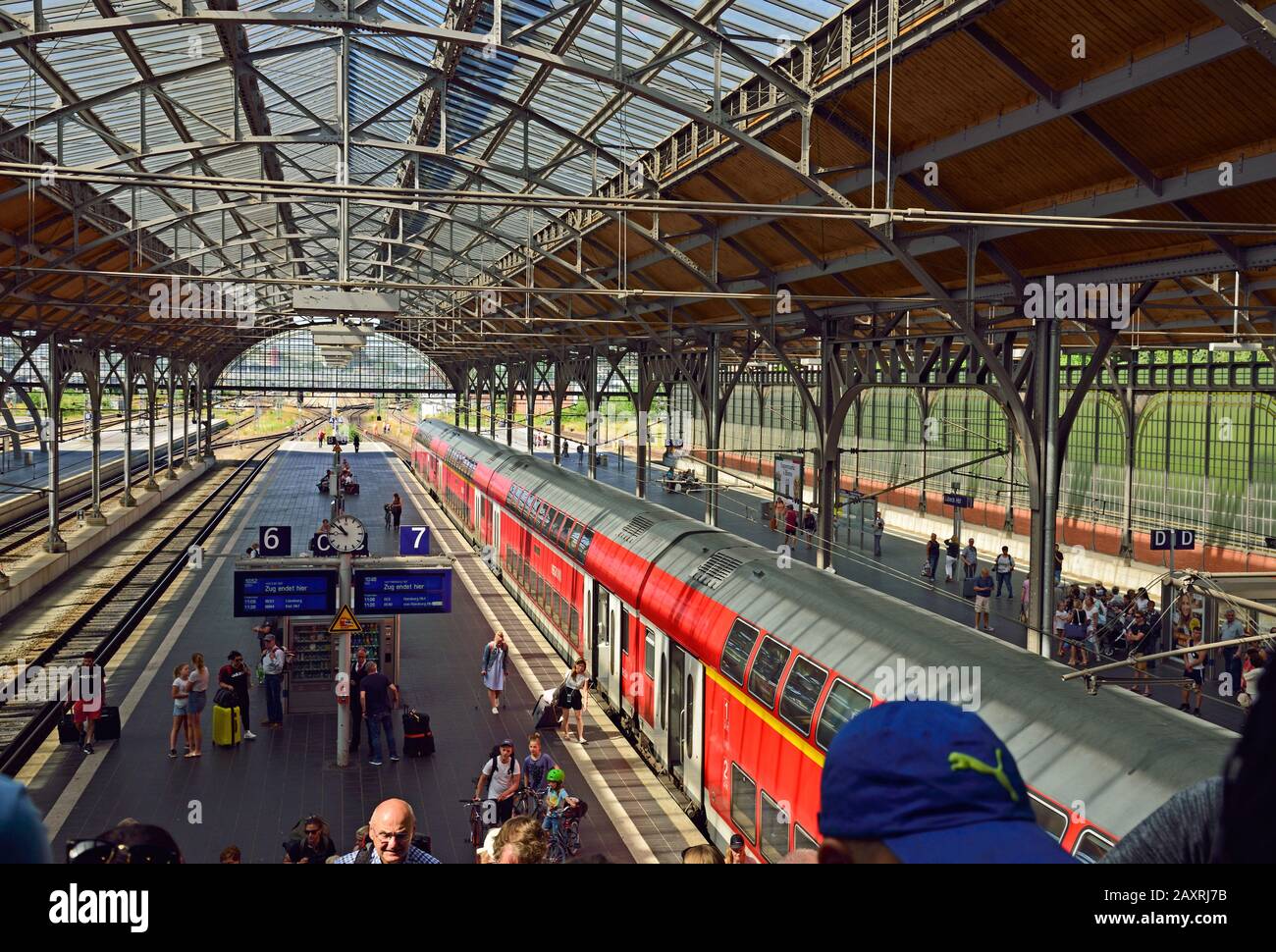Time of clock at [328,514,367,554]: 10:51
